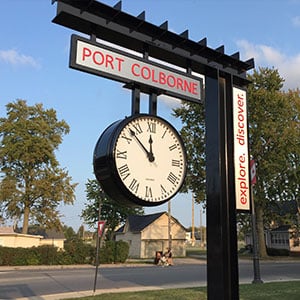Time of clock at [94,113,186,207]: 11:52
